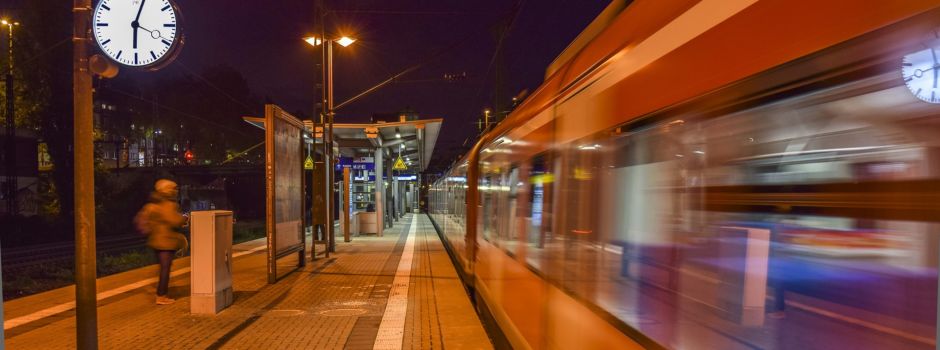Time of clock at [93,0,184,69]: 6:03
